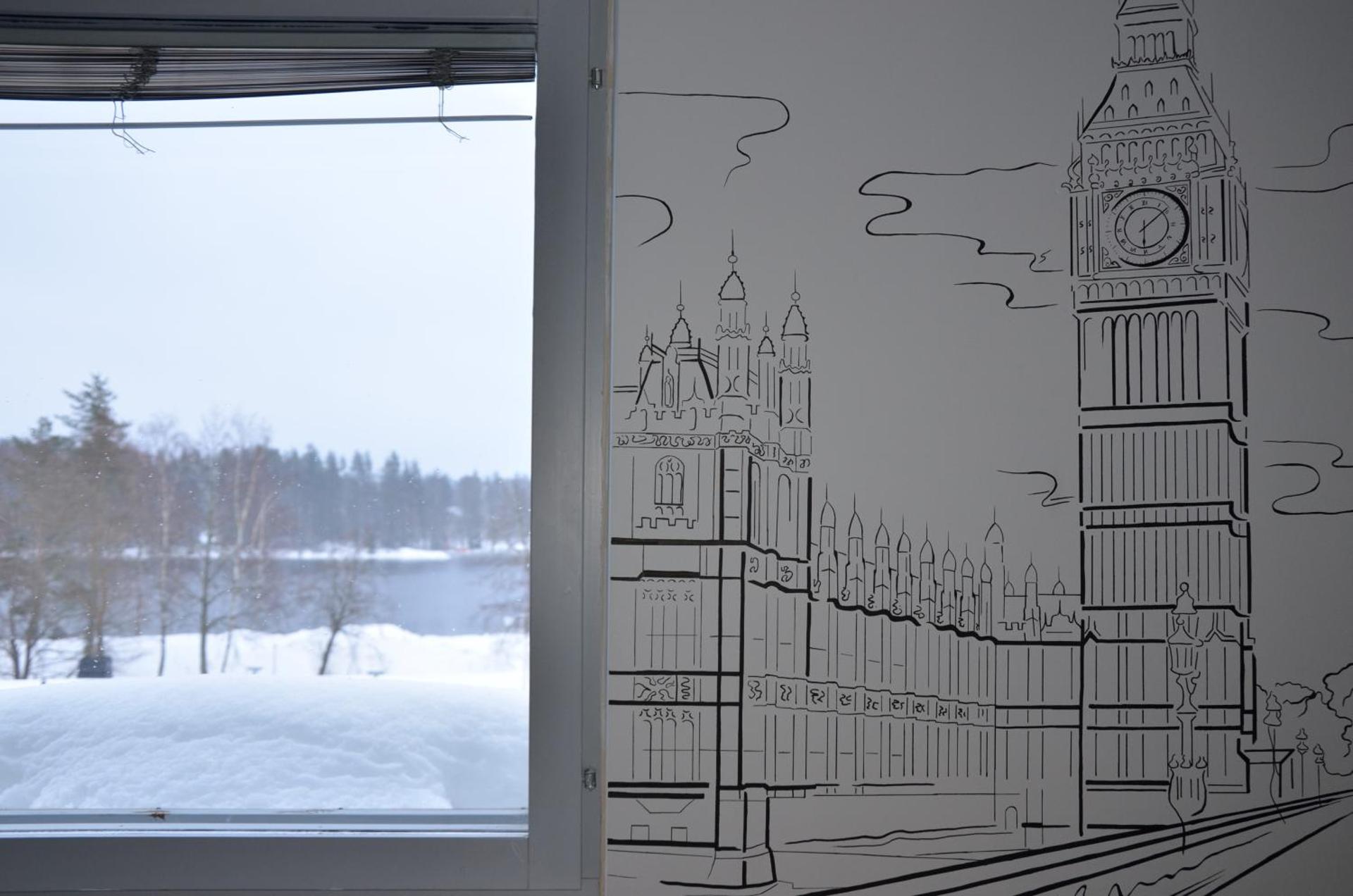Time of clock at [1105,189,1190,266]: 6:08
